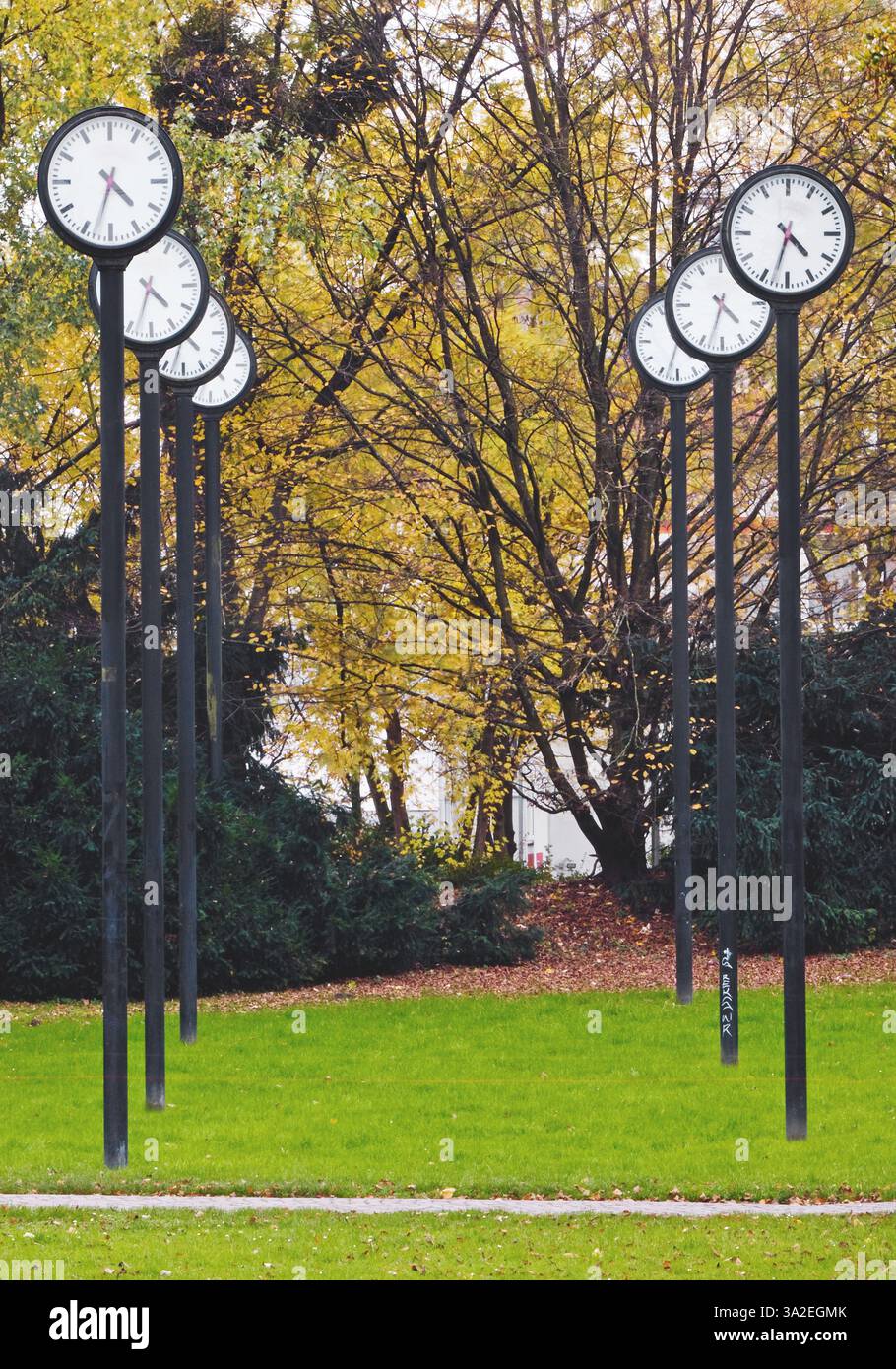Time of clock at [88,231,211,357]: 4:33
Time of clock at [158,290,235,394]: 4:33
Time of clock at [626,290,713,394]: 4:33
